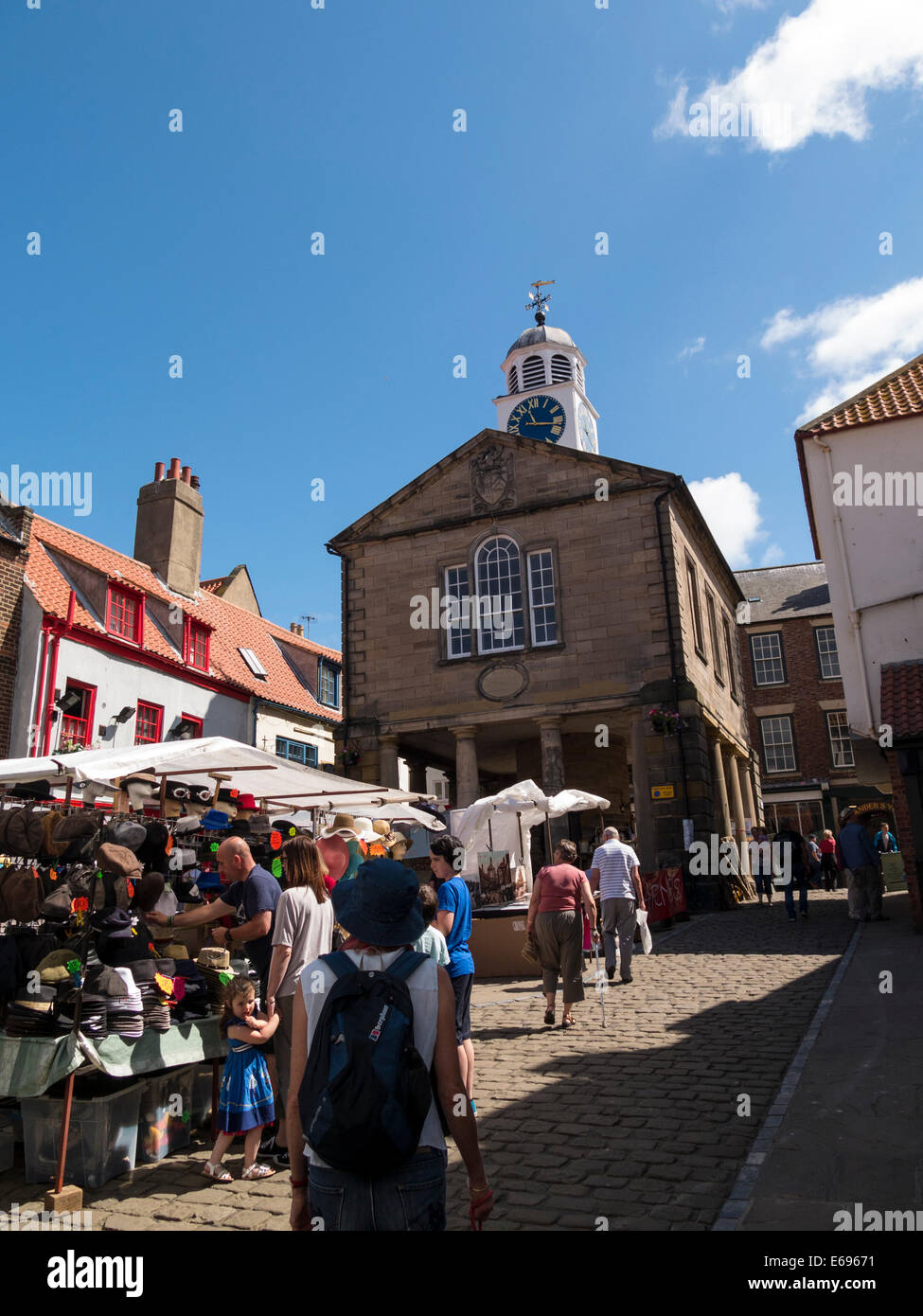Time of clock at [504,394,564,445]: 11:16
